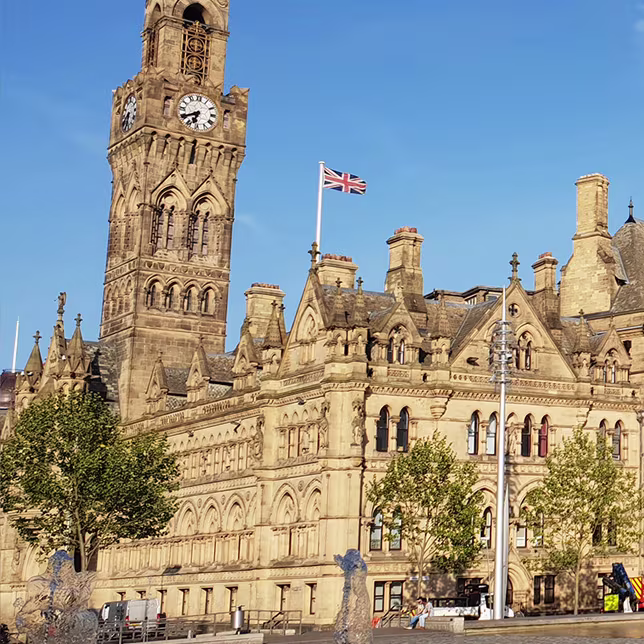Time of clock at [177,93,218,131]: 6:39
